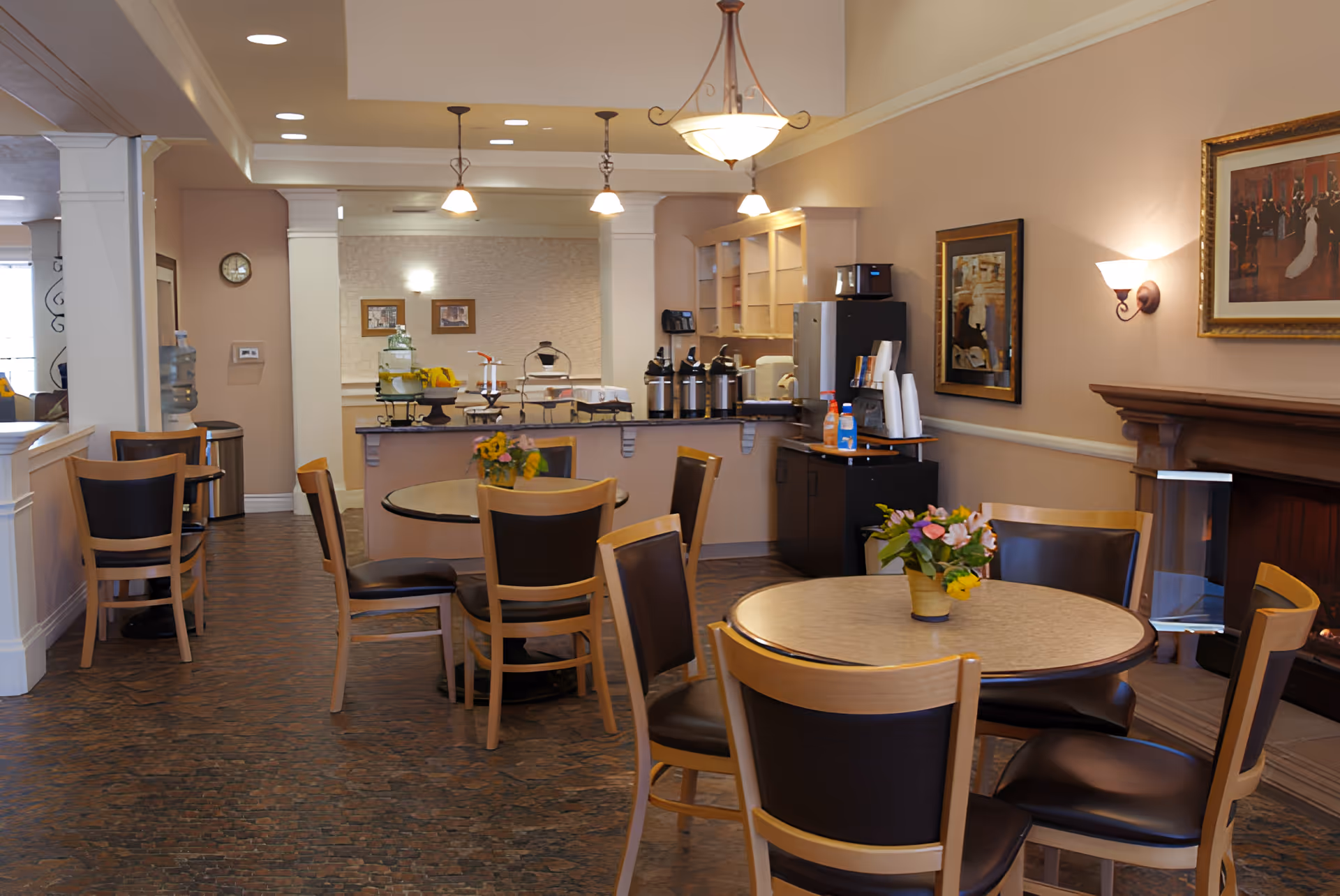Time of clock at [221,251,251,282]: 12:09
